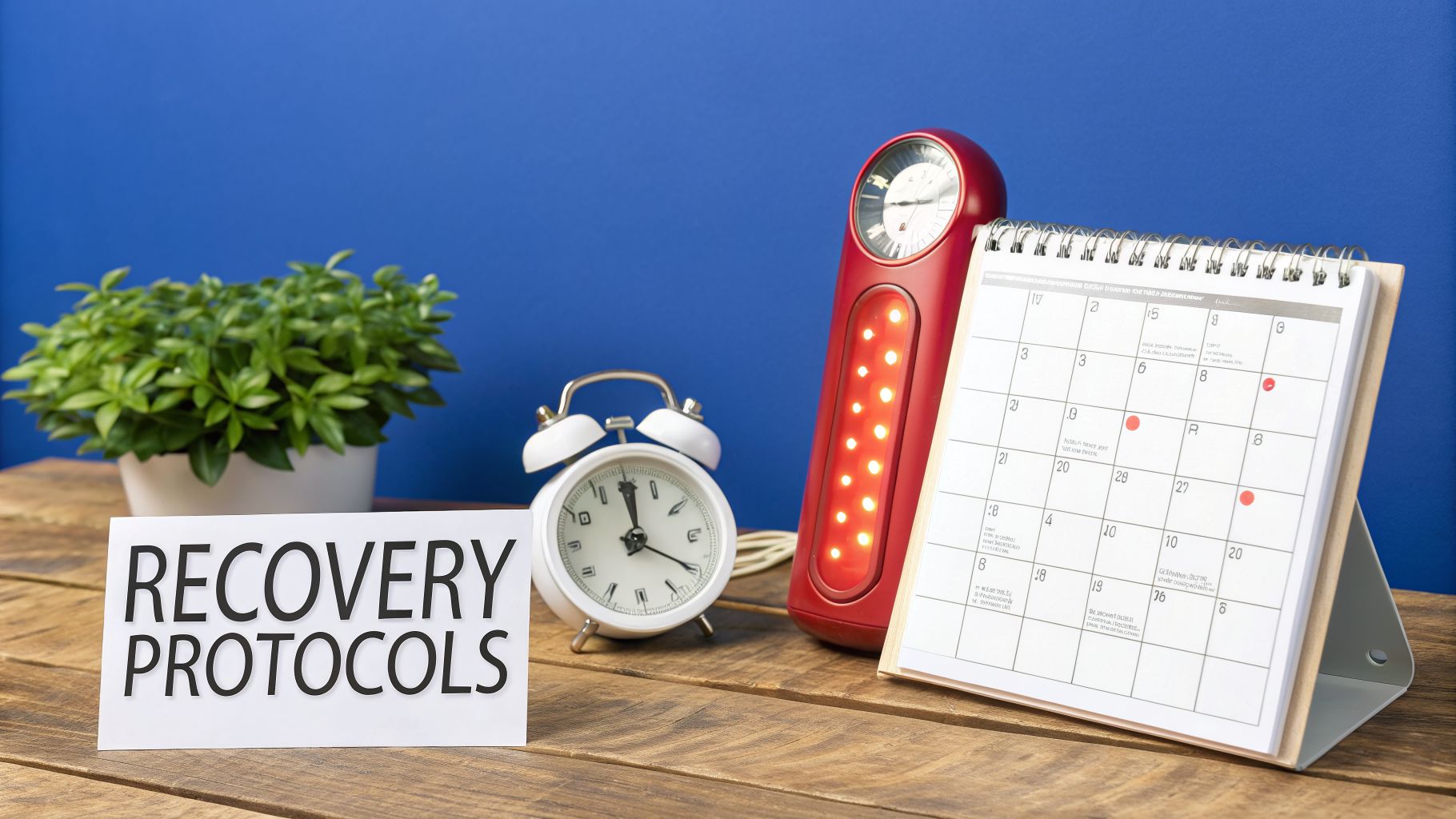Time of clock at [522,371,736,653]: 12:20
